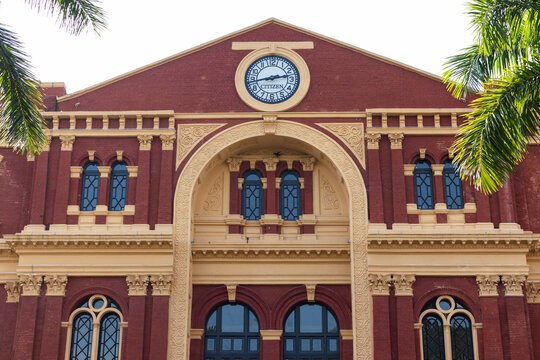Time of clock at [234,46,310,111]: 2:43
